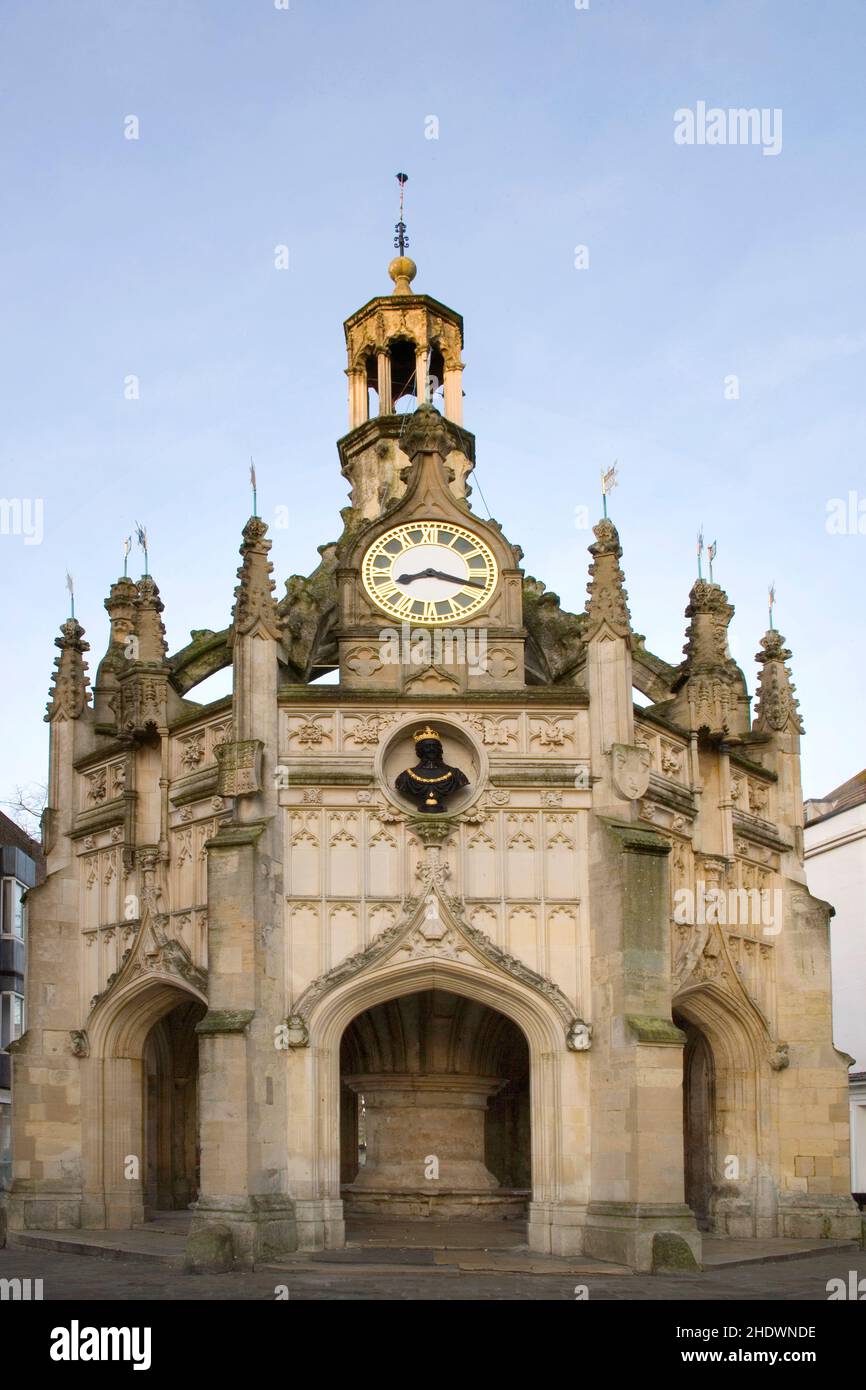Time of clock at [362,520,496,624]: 8:17
